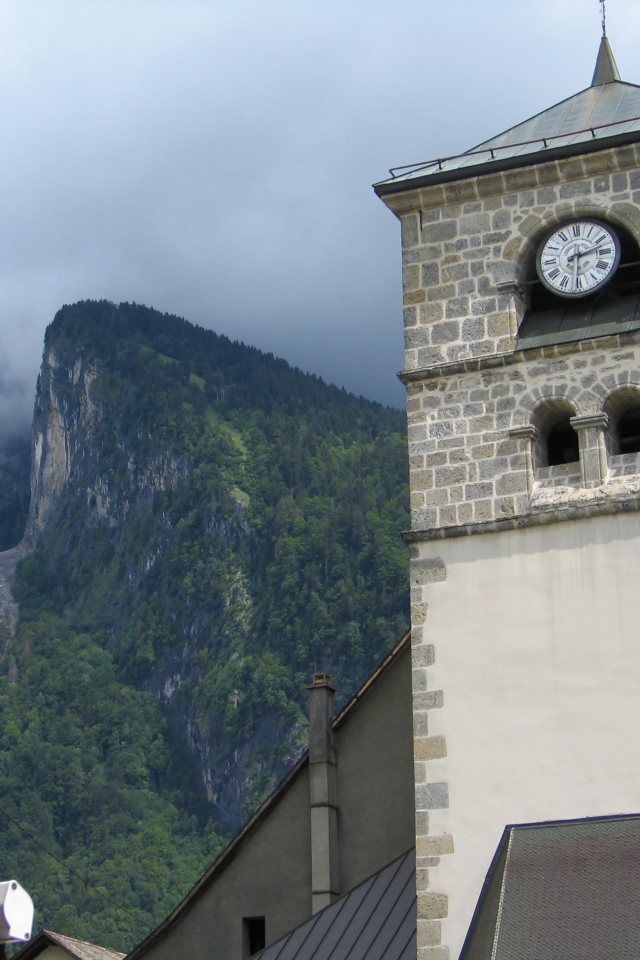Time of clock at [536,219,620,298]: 2:30
